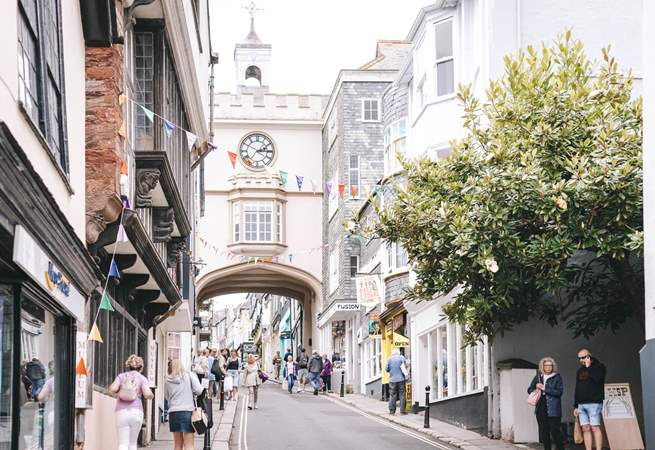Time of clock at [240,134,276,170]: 2:14
